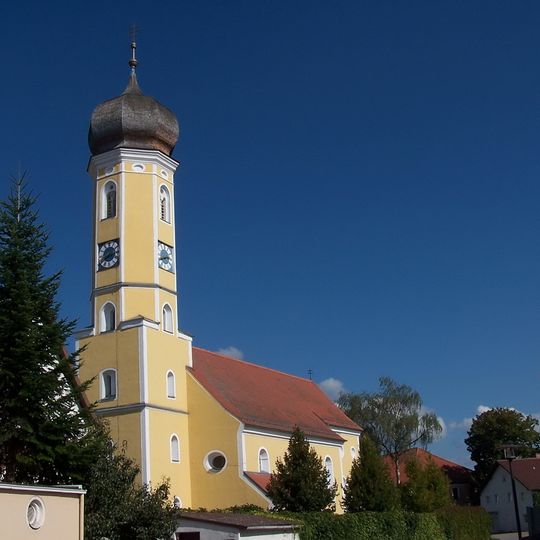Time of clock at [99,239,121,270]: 2:40
